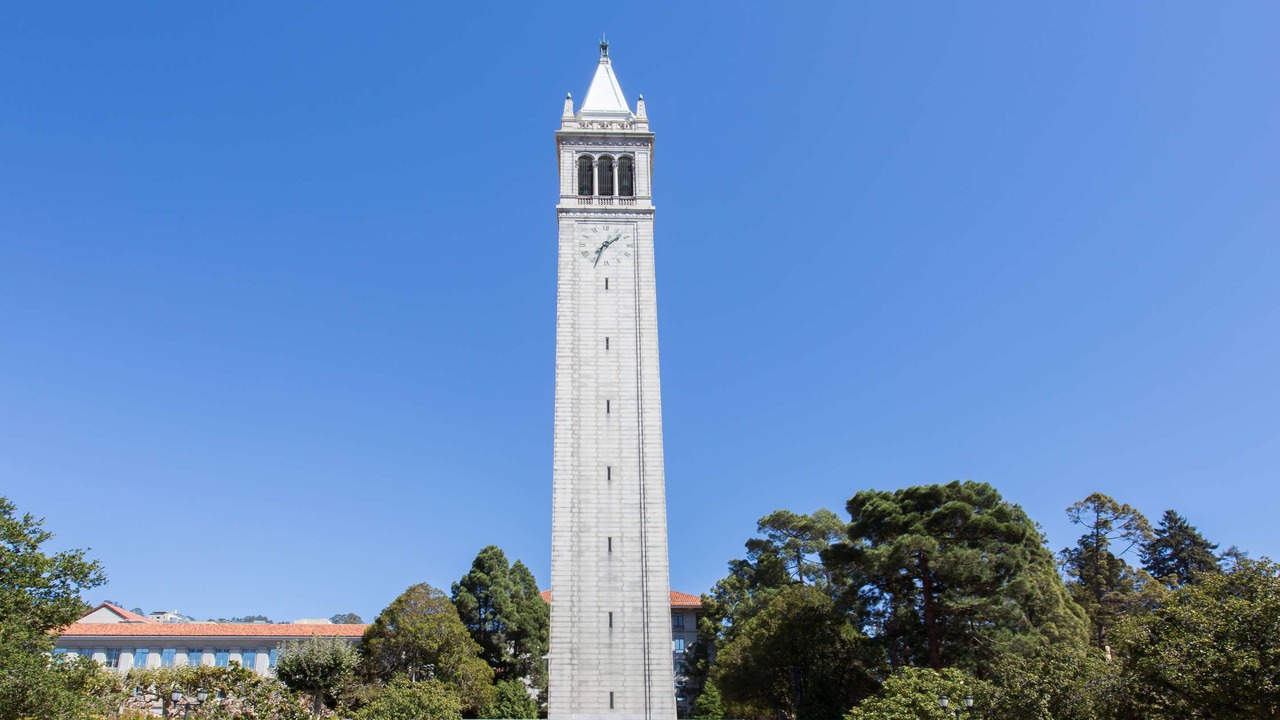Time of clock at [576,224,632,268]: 1:33
